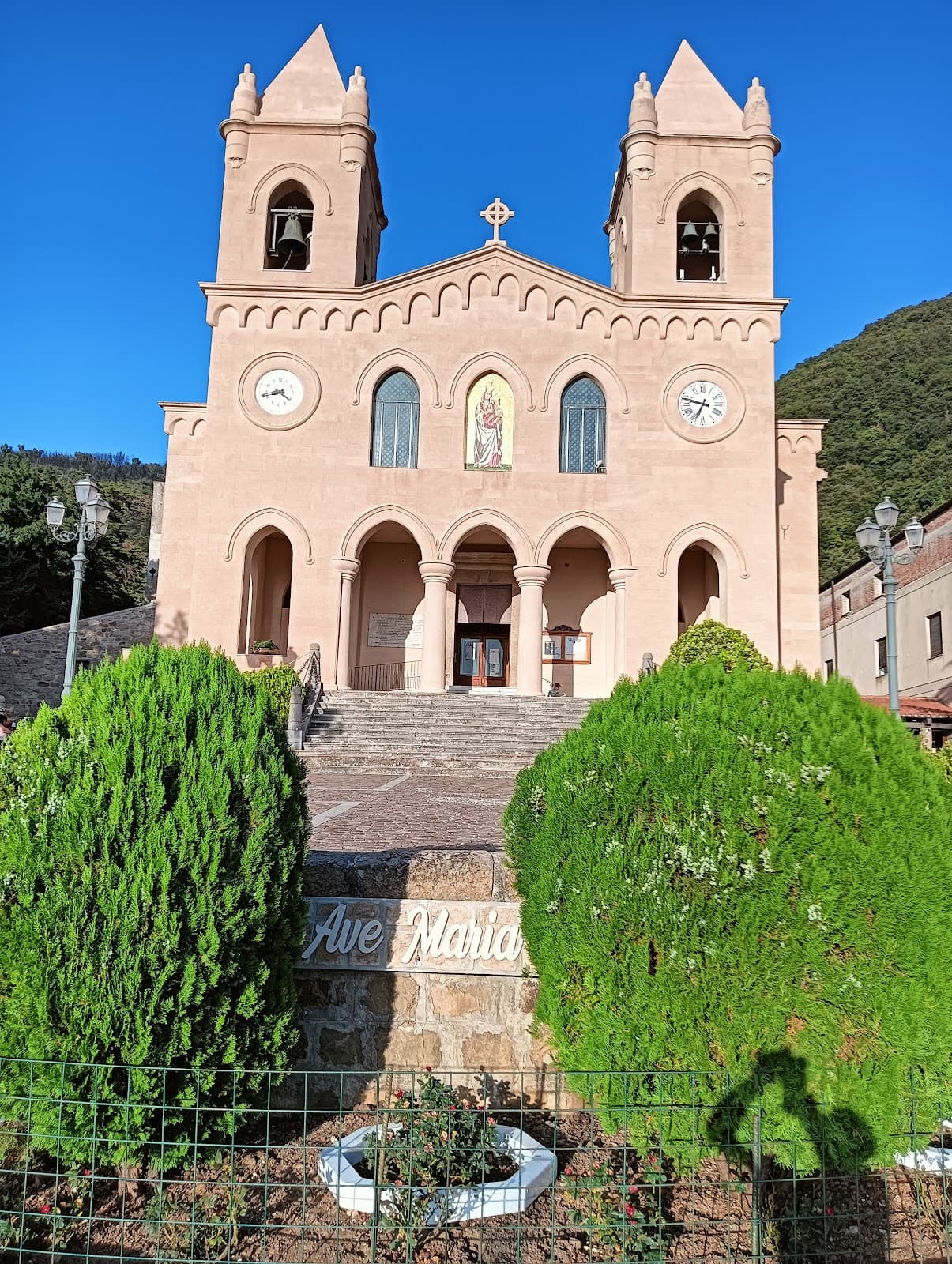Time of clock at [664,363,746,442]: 6:47
